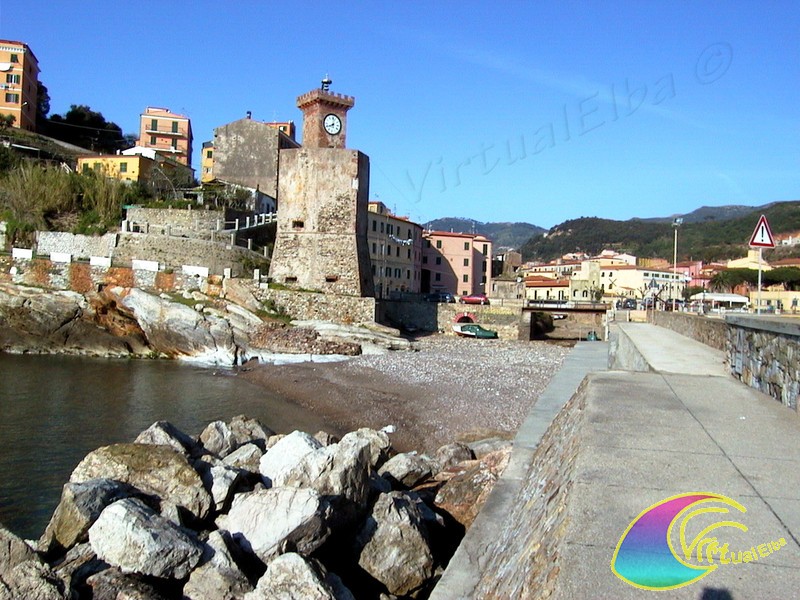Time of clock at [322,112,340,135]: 8:02
